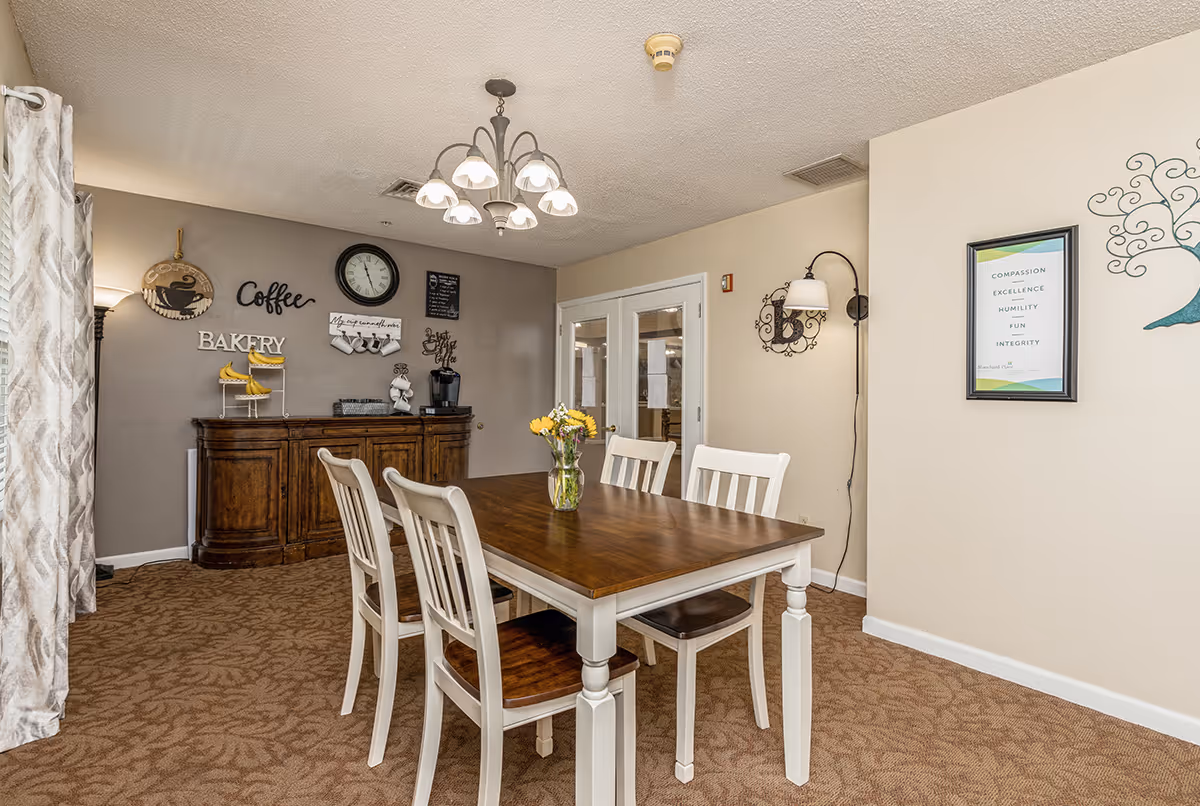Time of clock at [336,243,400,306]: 11:26
